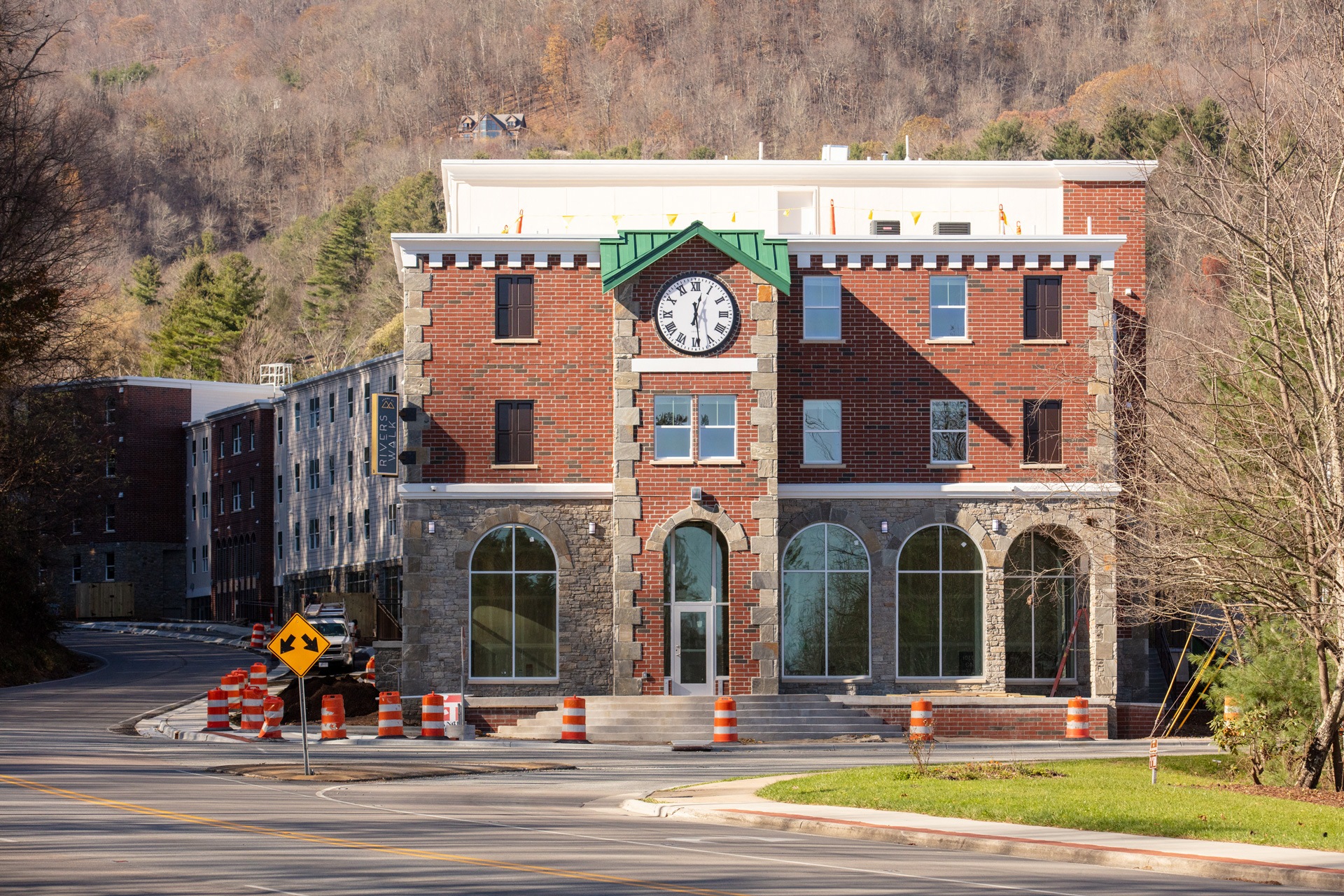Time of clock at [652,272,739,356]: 12:28
